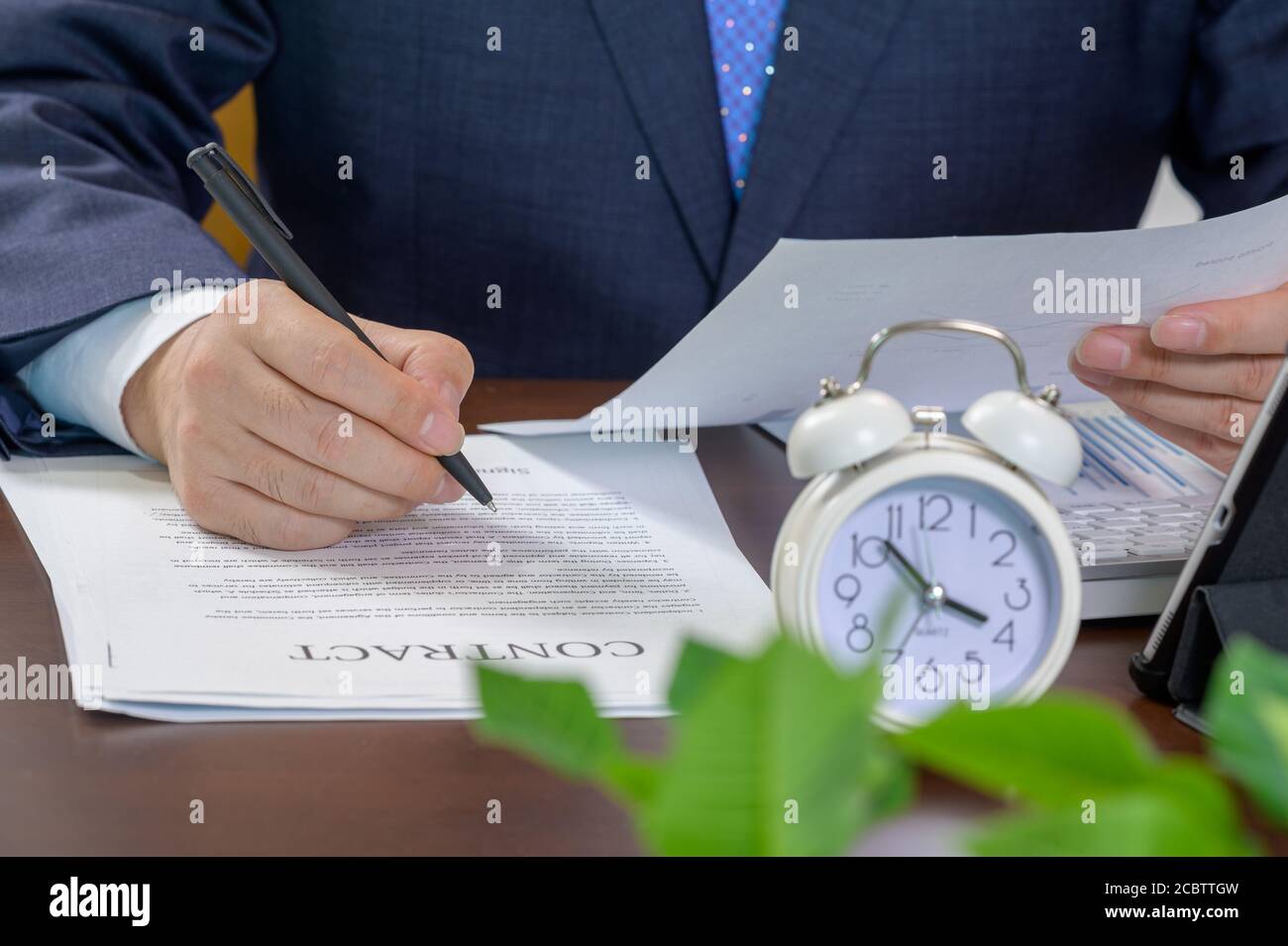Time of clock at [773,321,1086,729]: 3:52
